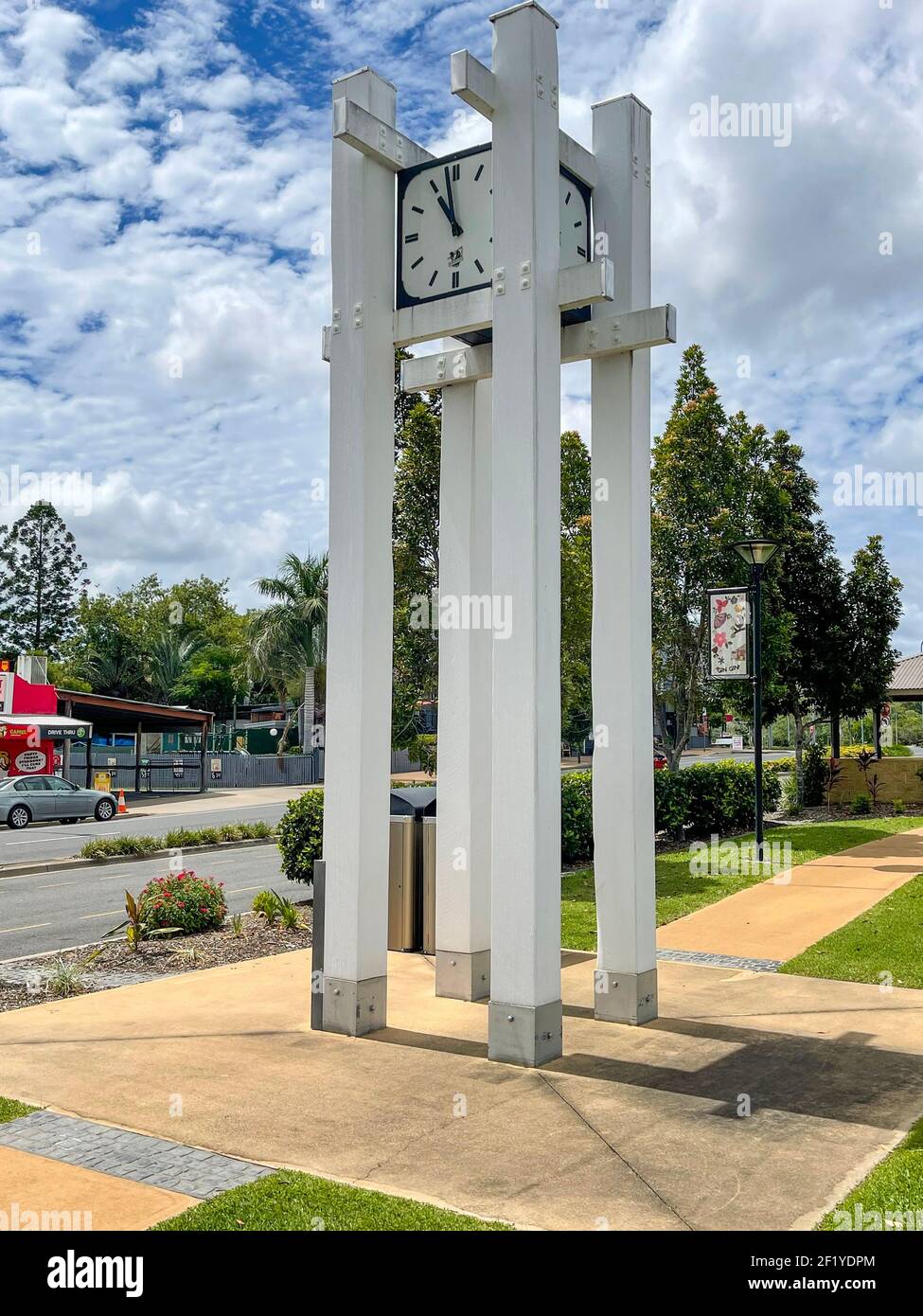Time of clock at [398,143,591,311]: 10:58
